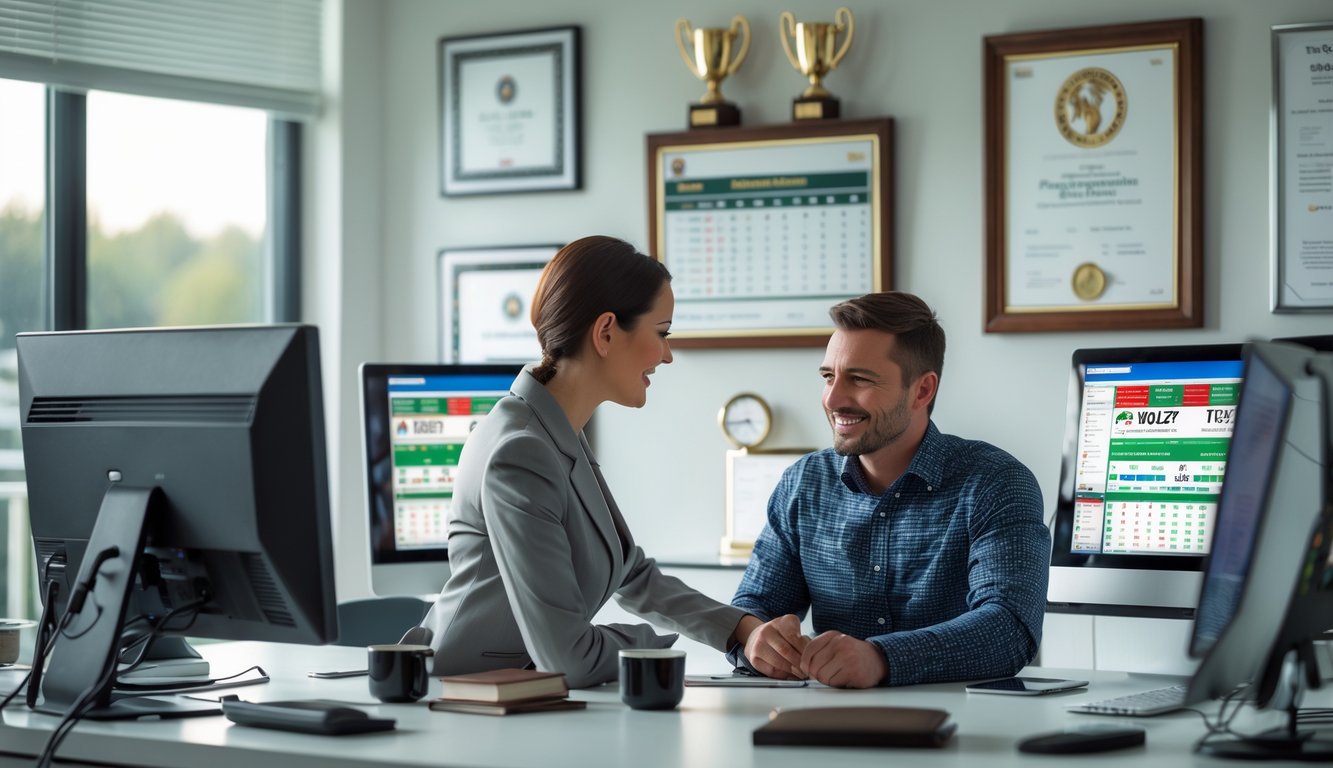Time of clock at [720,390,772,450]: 4:44
